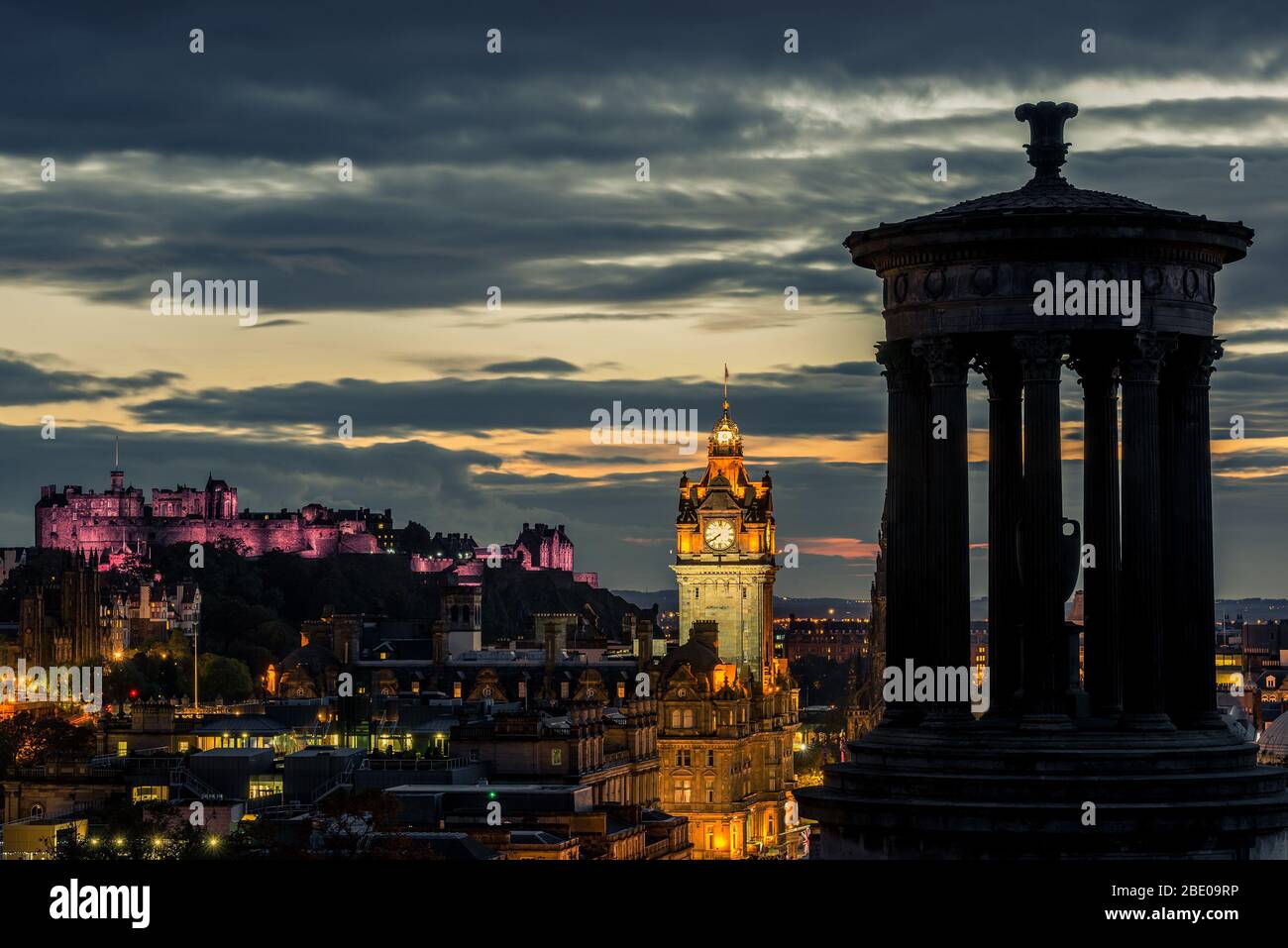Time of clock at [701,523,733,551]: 7:39
